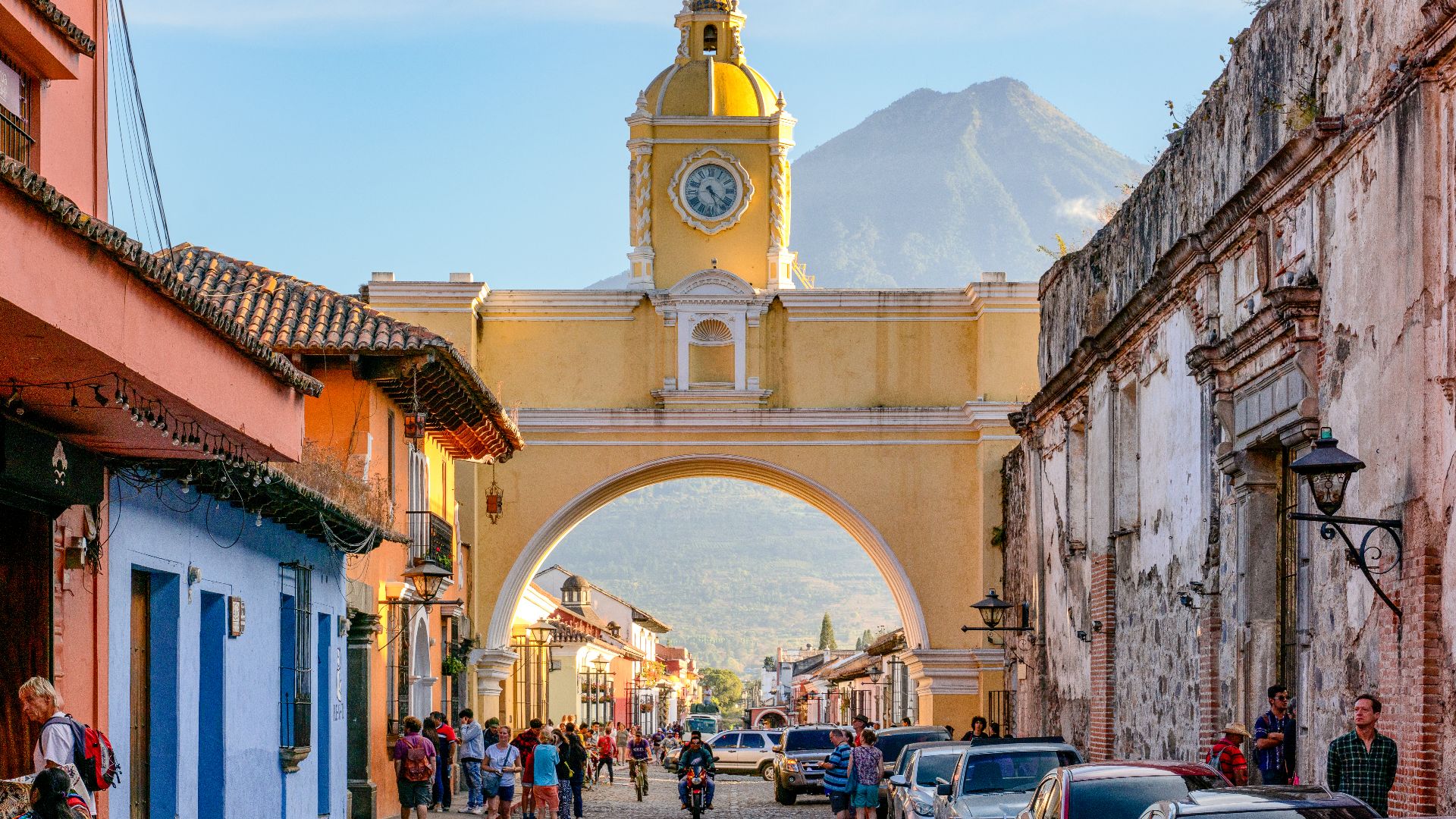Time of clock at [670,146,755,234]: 5:22
